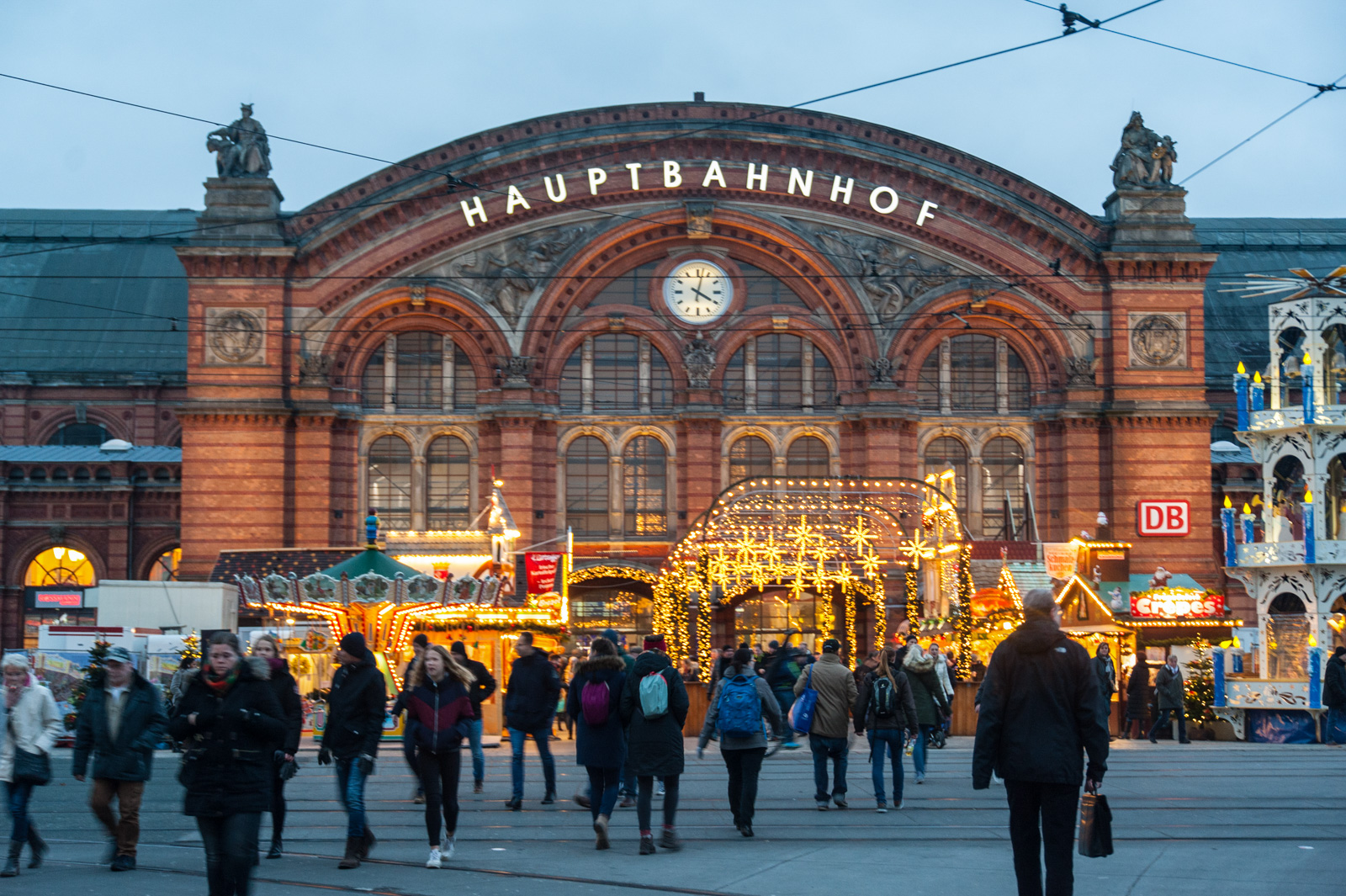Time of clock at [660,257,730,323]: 4:02
